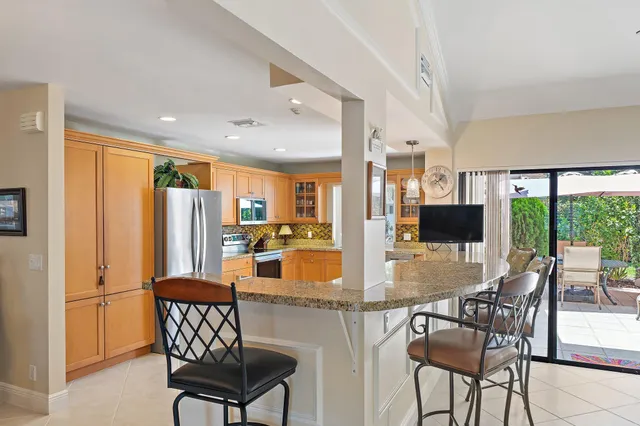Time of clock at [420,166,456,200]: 1:23
